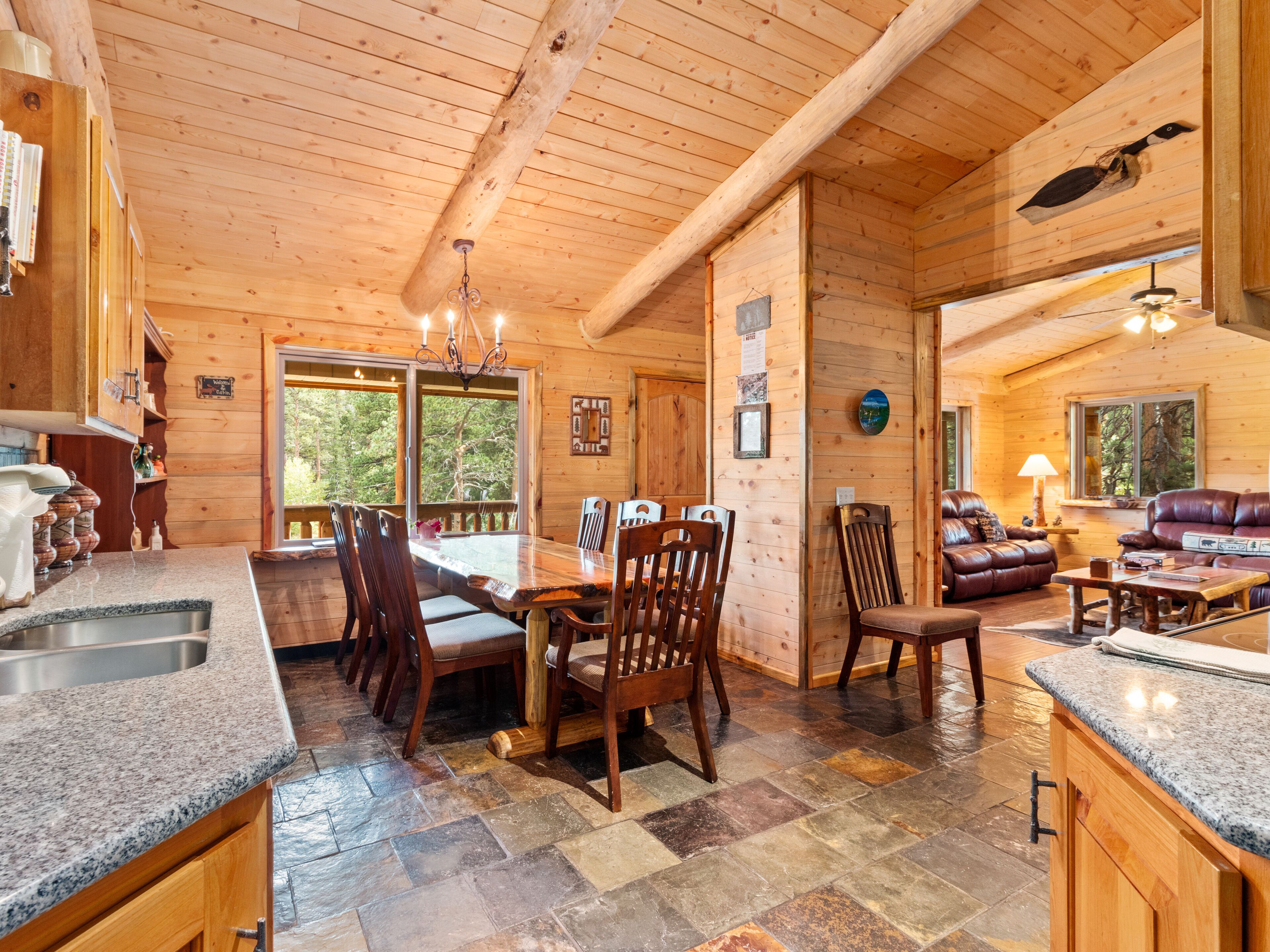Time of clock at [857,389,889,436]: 8:32
